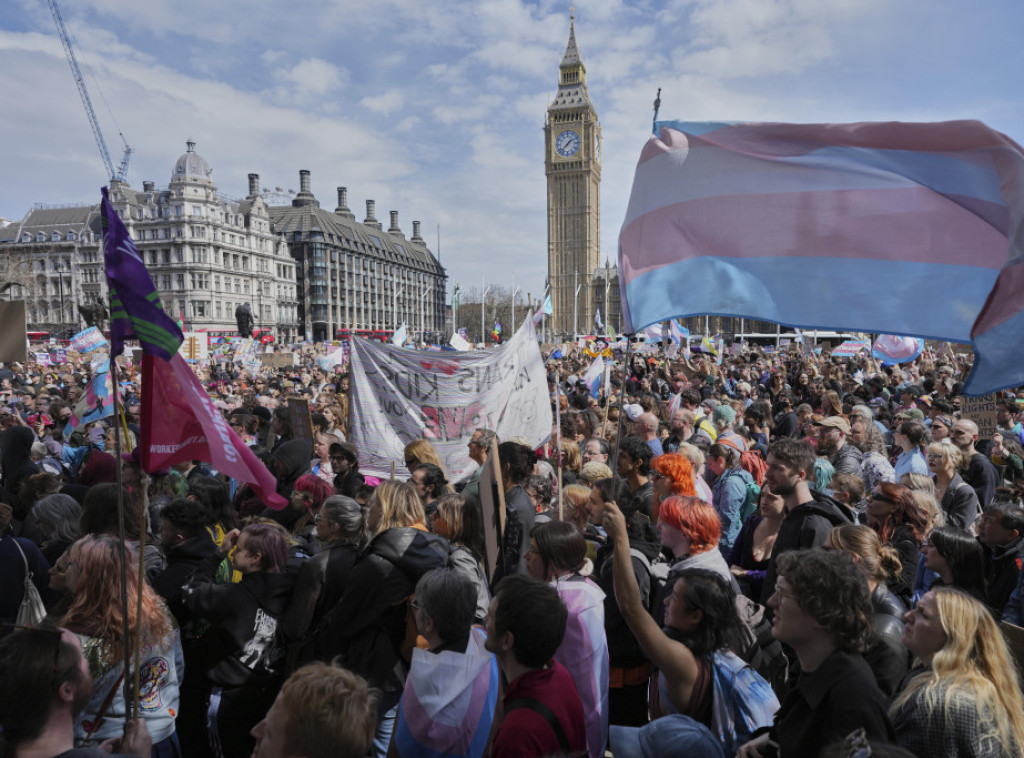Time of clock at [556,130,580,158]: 1:37
